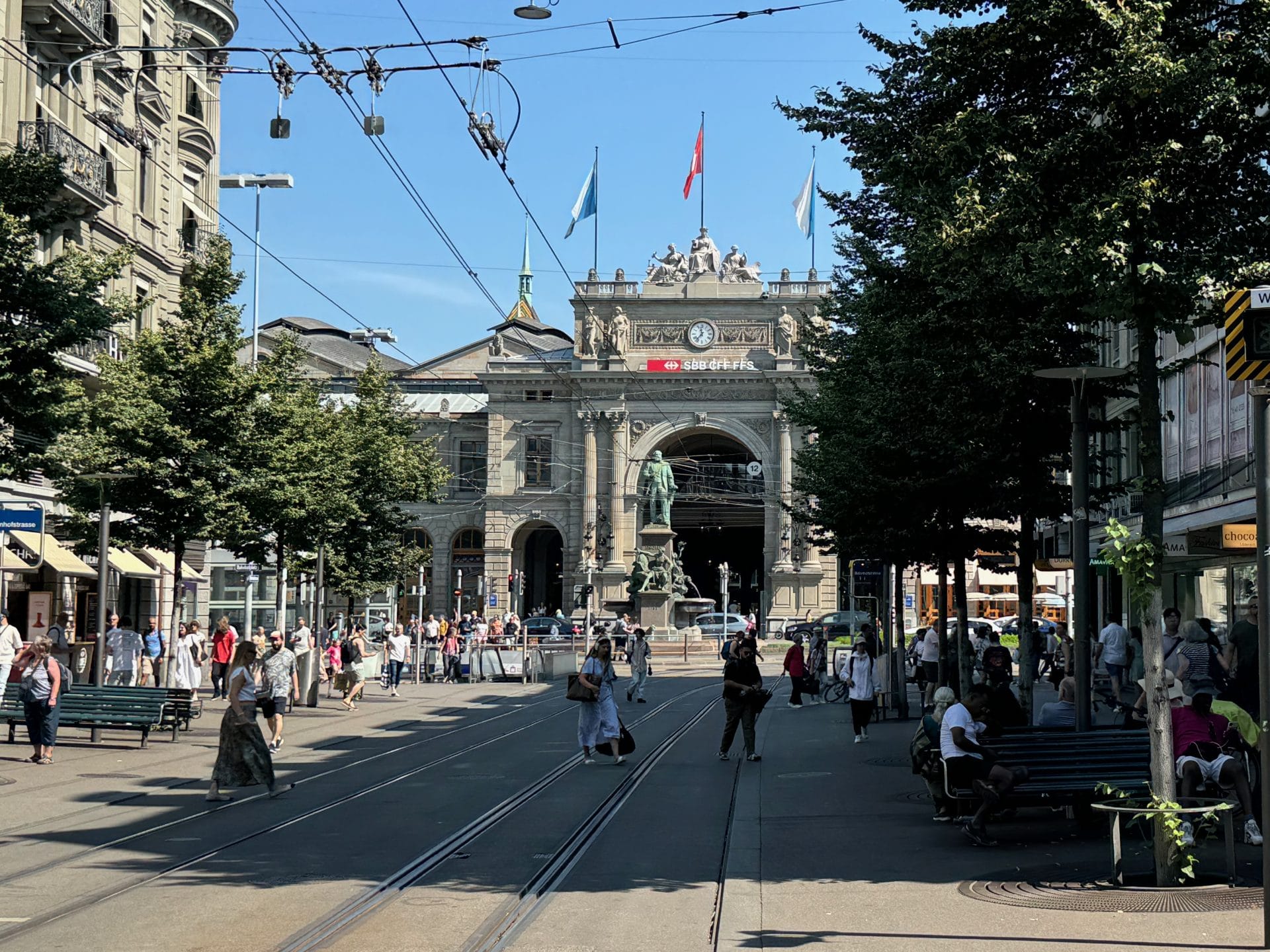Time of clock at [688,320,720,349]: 11:36
